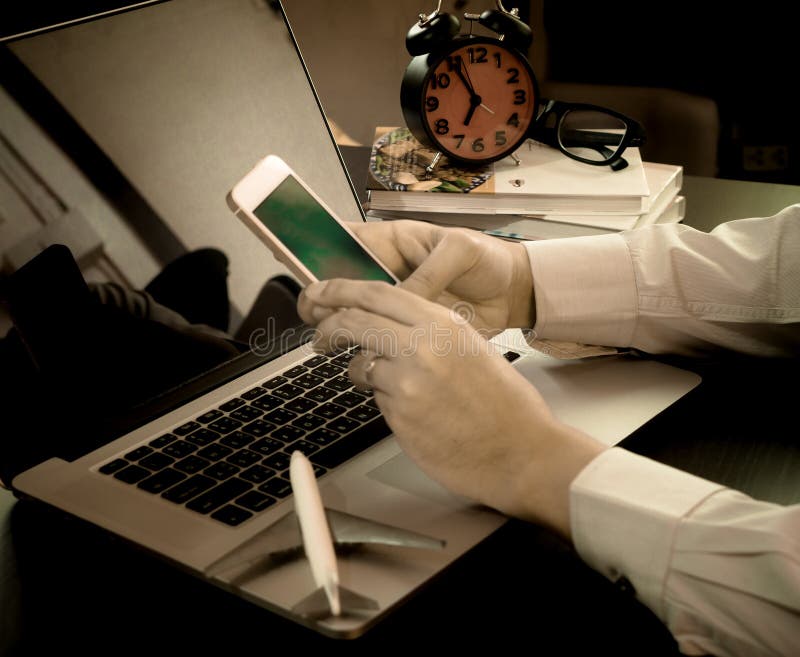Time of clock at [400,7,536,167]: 6:54
